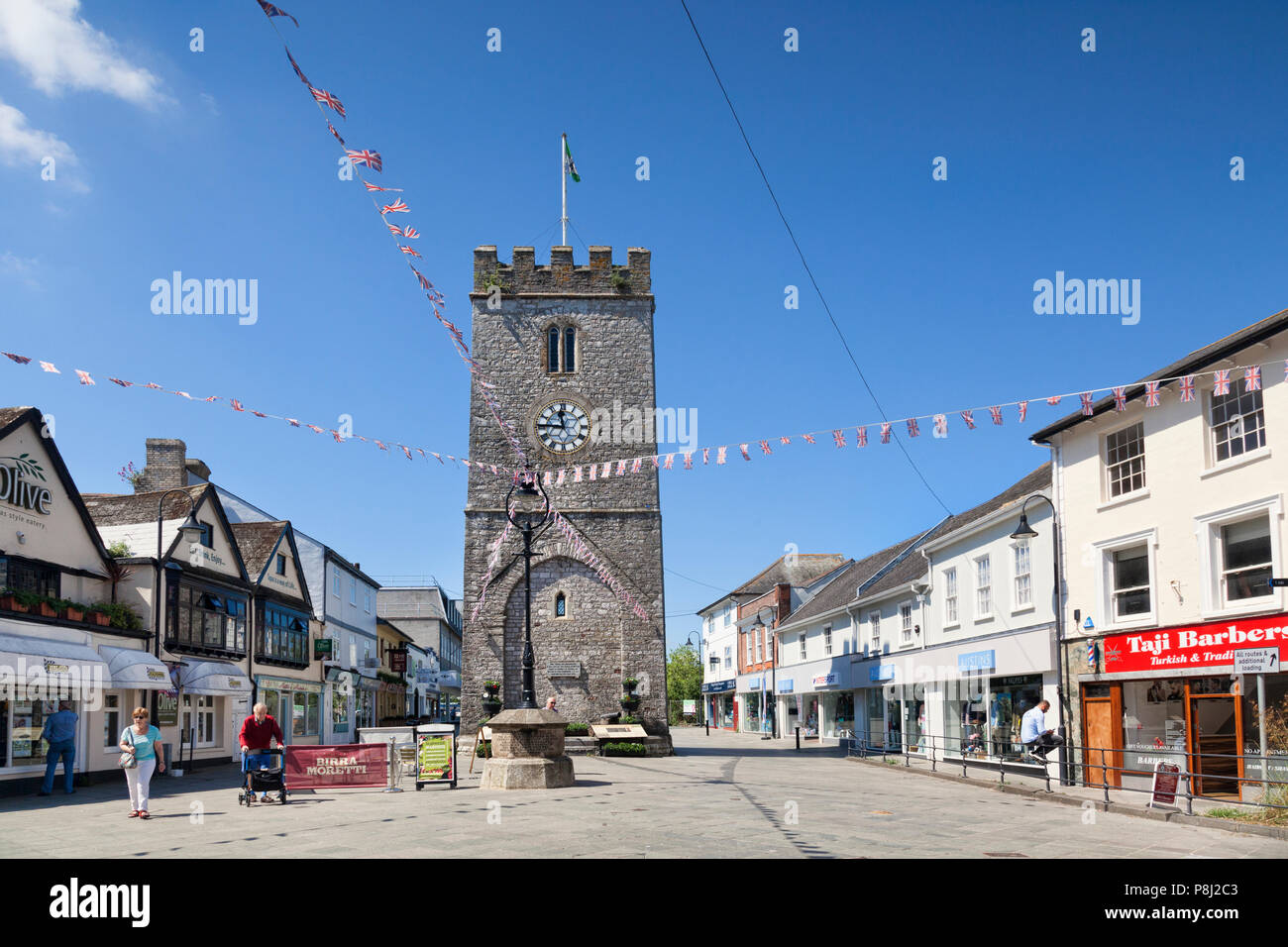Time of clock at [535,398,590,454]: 11:45
